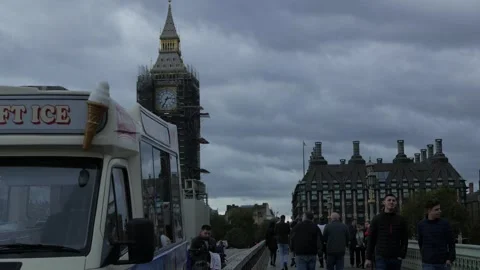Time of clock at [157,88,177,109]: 2:34
